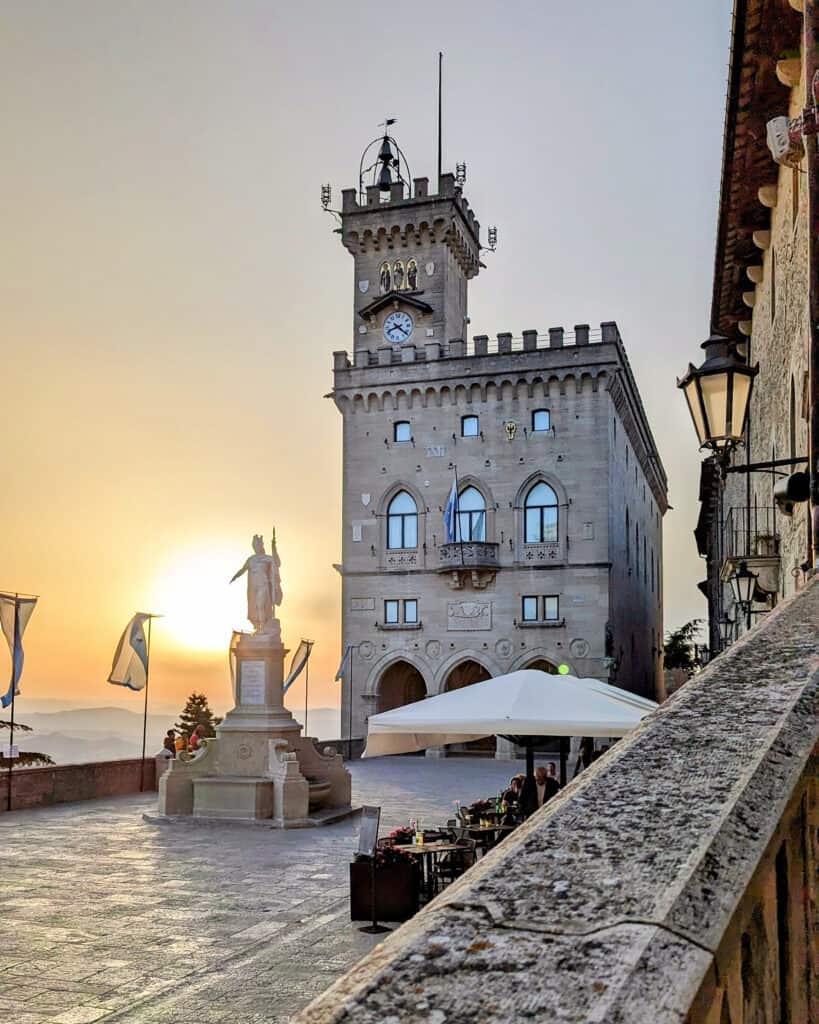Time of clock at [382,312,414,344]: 8:21
